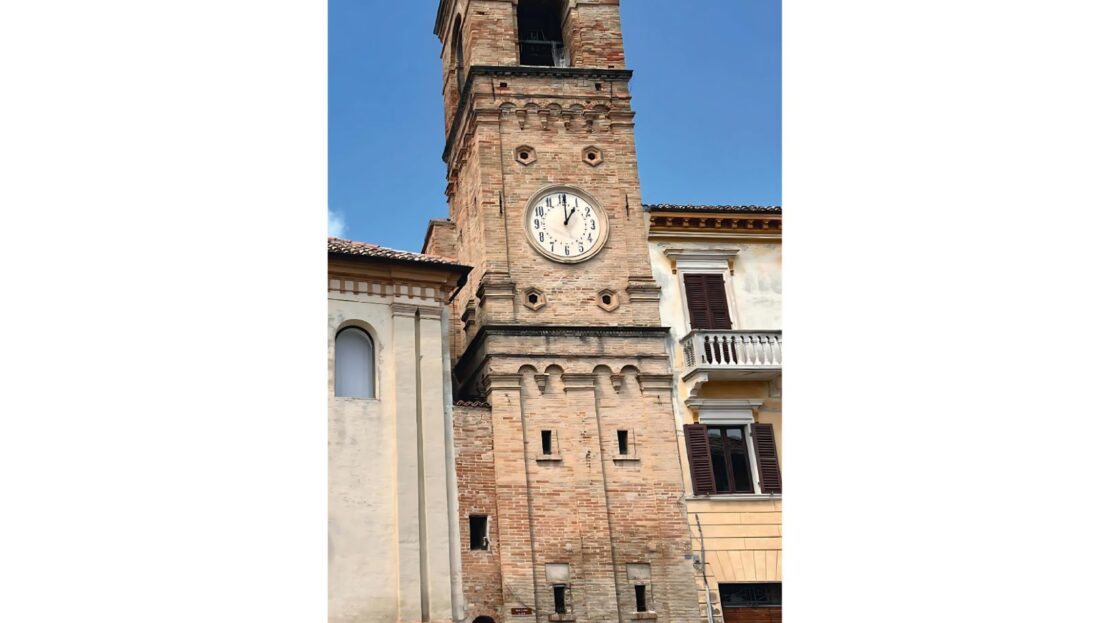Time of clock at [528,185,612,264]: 1:00
